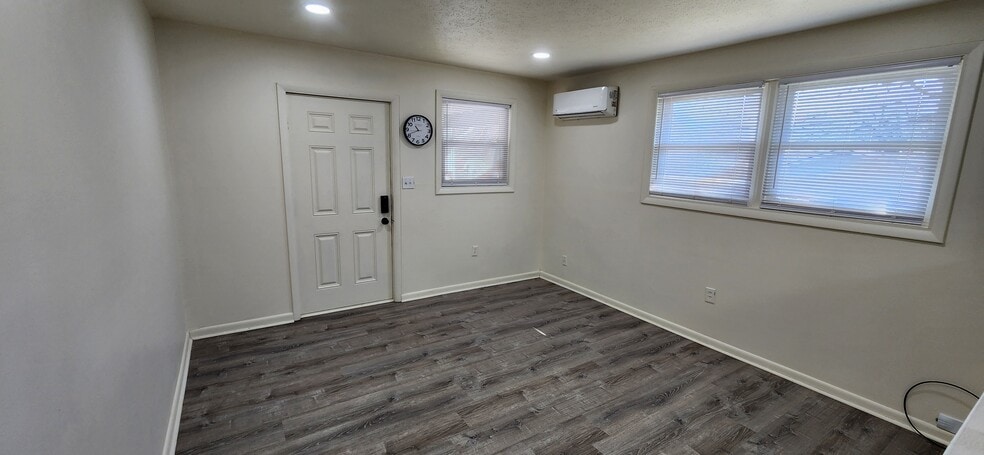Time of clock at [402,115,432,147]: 10:41
